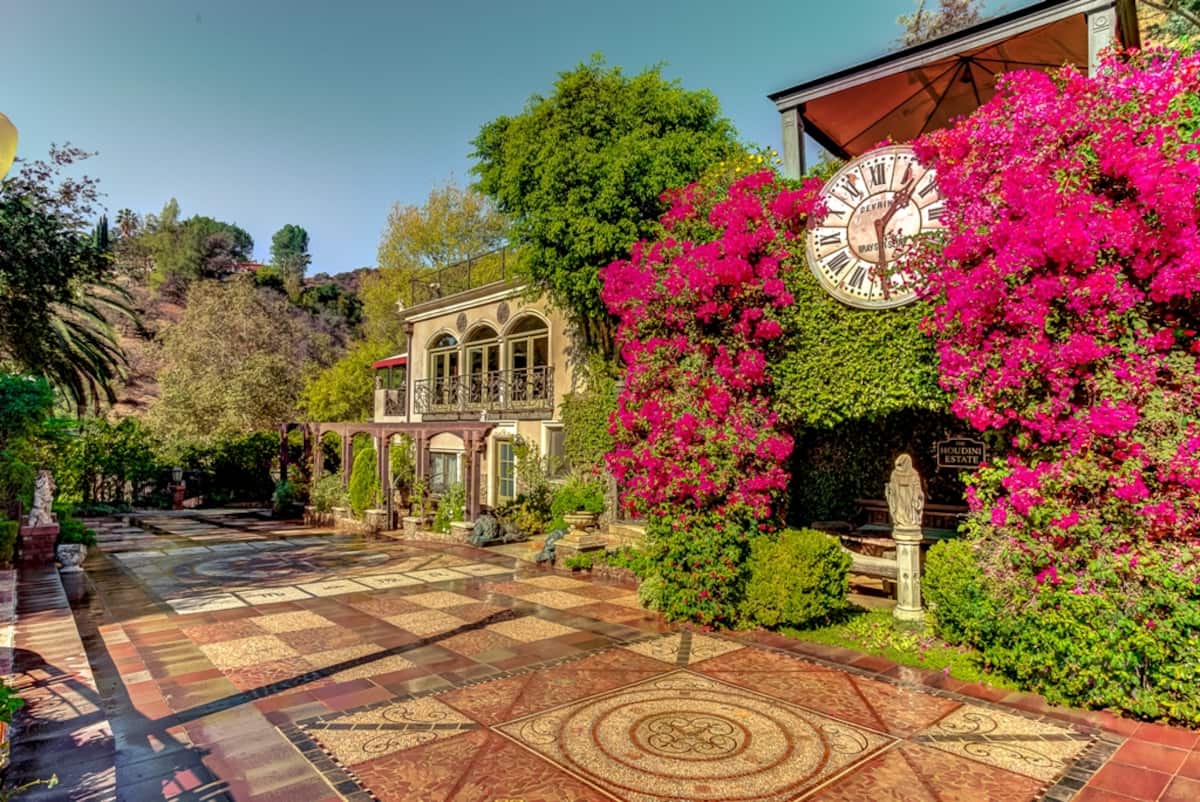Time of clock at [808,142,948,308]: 1:28
